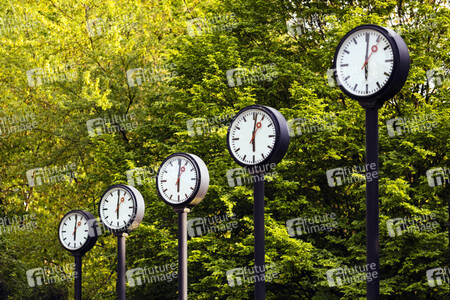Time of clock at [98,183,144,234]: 6:00
